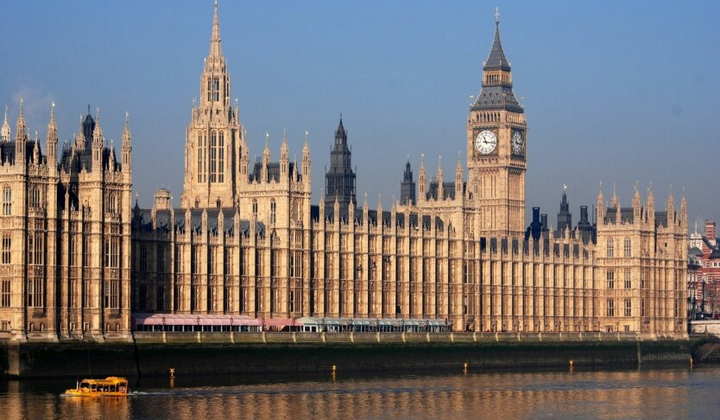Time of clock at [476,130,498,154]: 11:16
